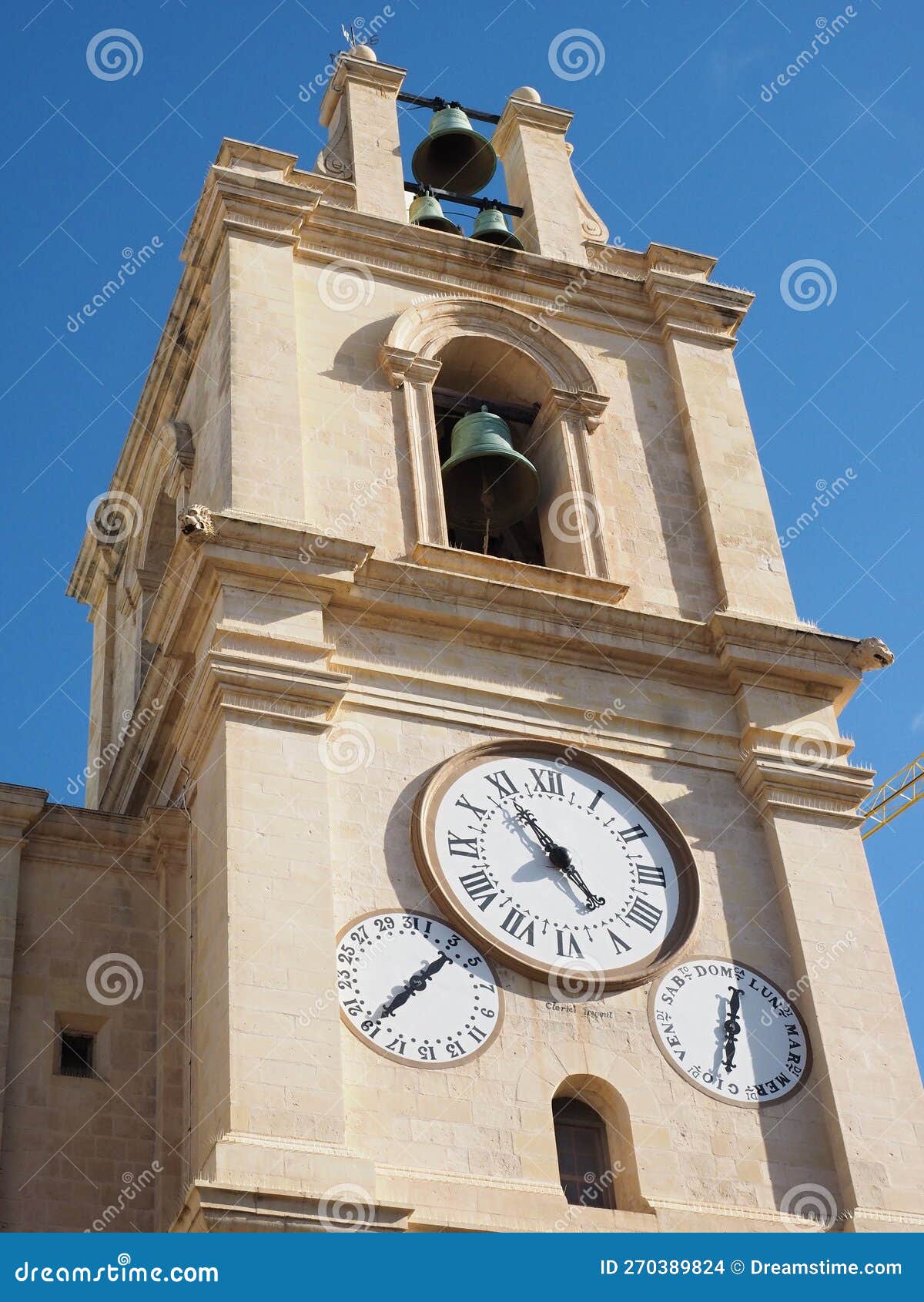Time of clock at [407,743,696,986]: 4:54
